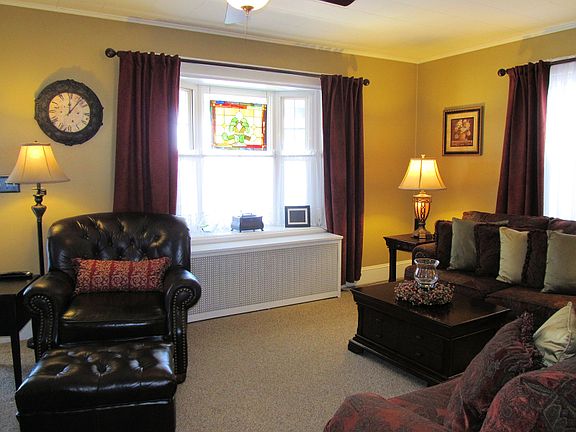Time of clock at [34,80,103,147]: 12:06
